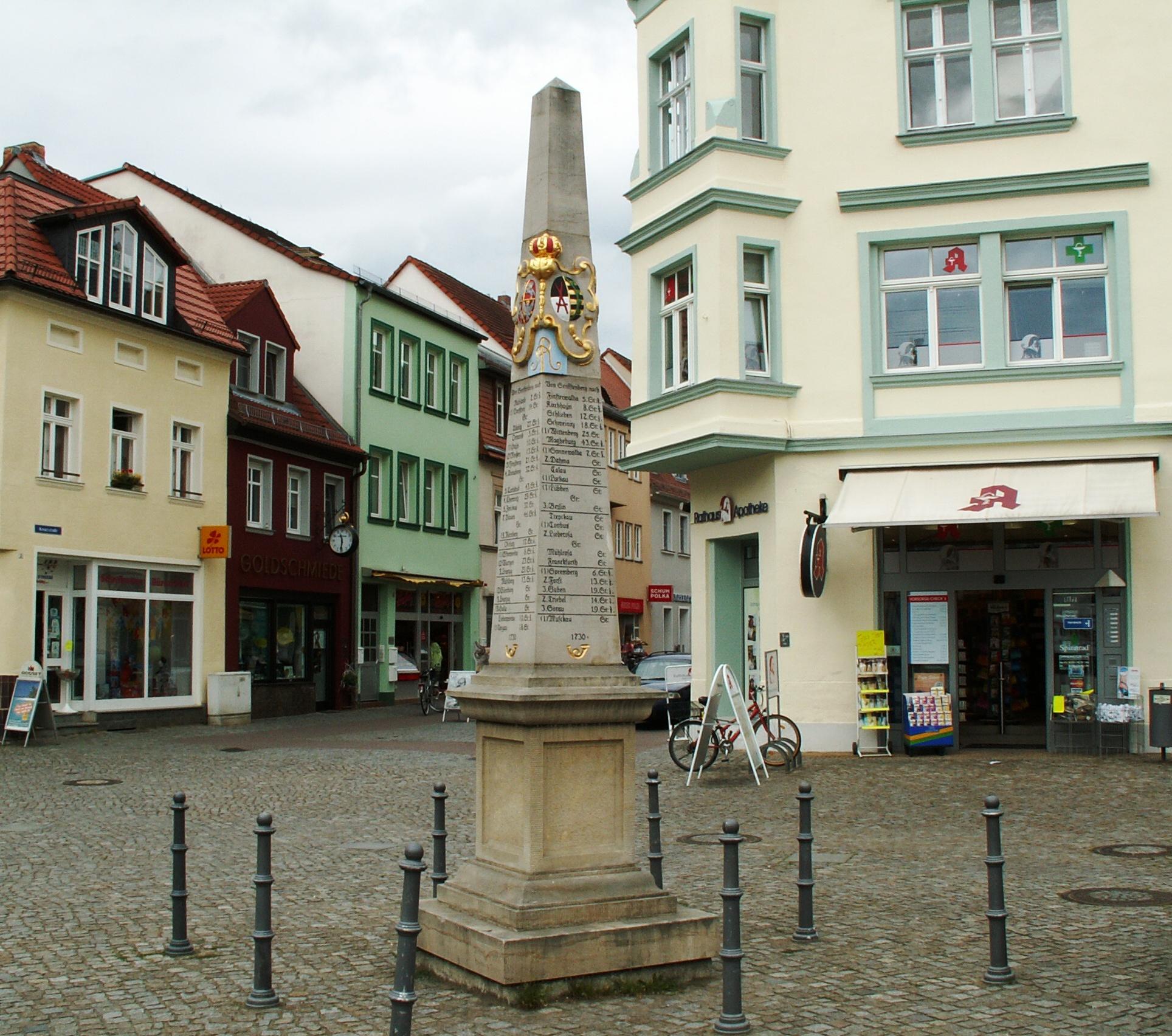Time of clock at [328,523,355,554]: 11:31
